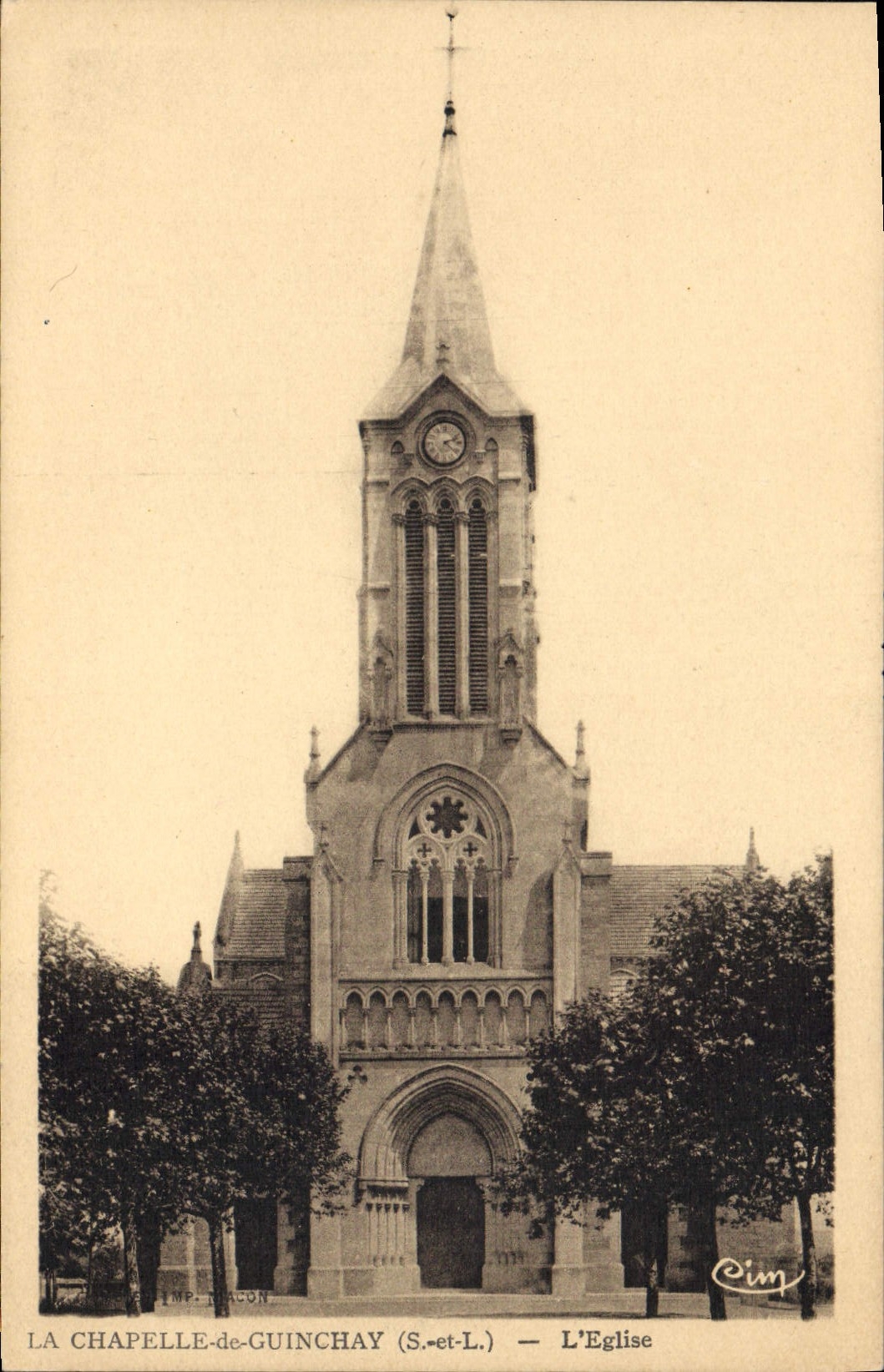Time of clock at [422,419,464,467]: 2:21
